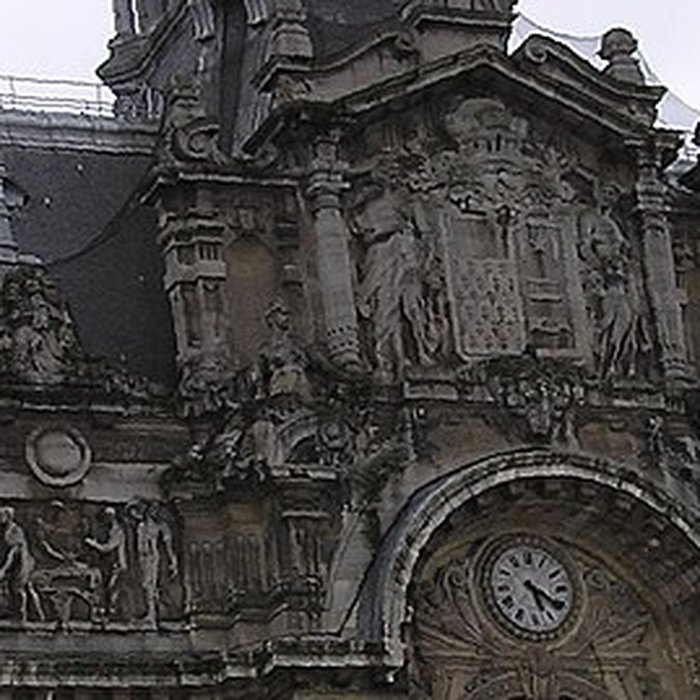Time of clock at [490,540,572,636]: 5:20
